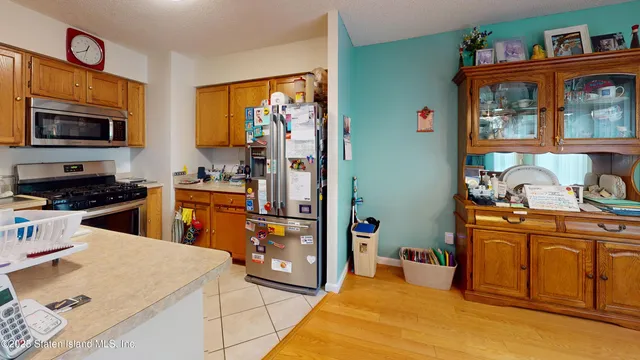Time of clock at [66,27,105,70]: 12:40
